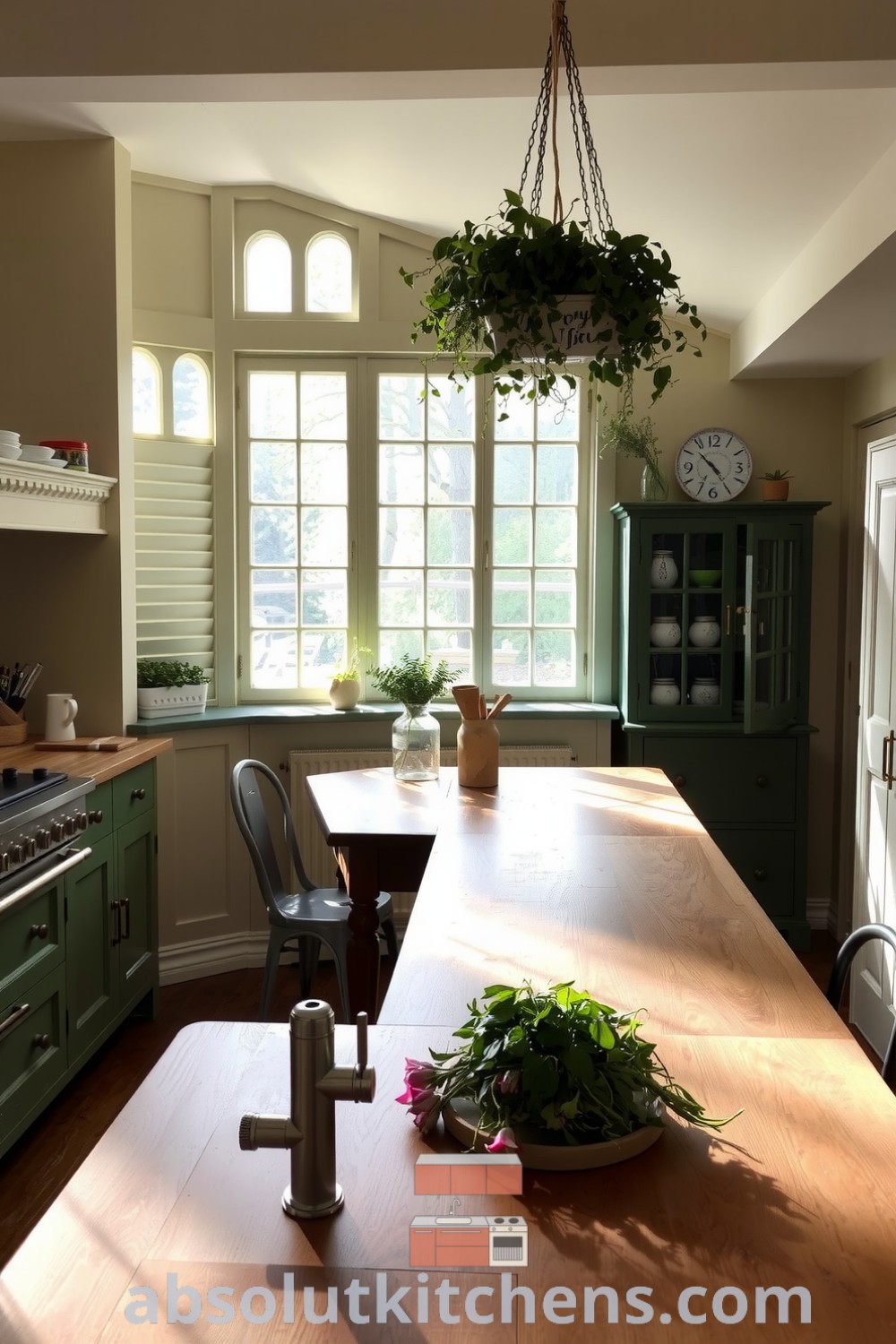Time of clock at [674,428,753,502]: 4:52
